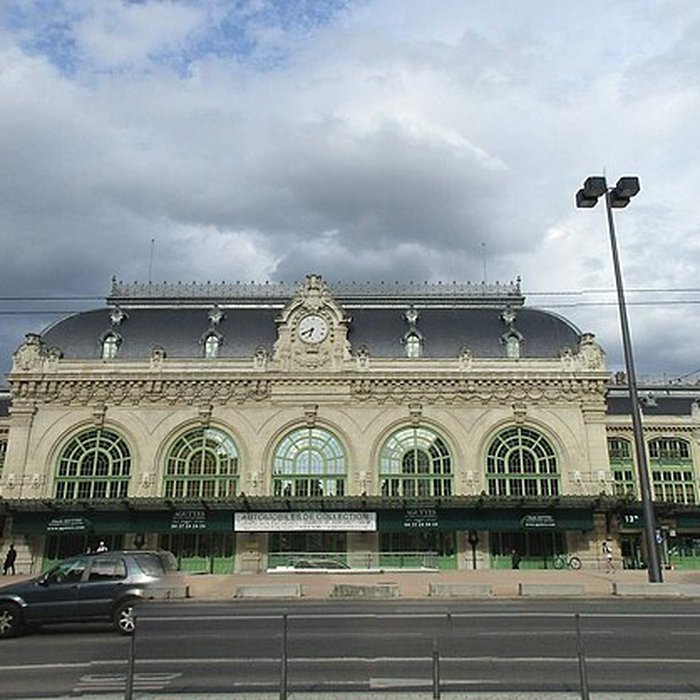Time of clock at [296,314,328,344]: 6:40
